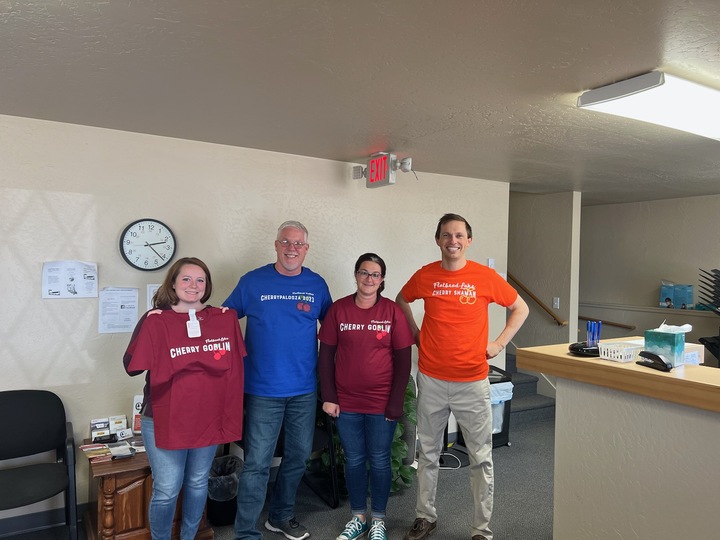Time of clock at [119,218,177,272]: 2:21
